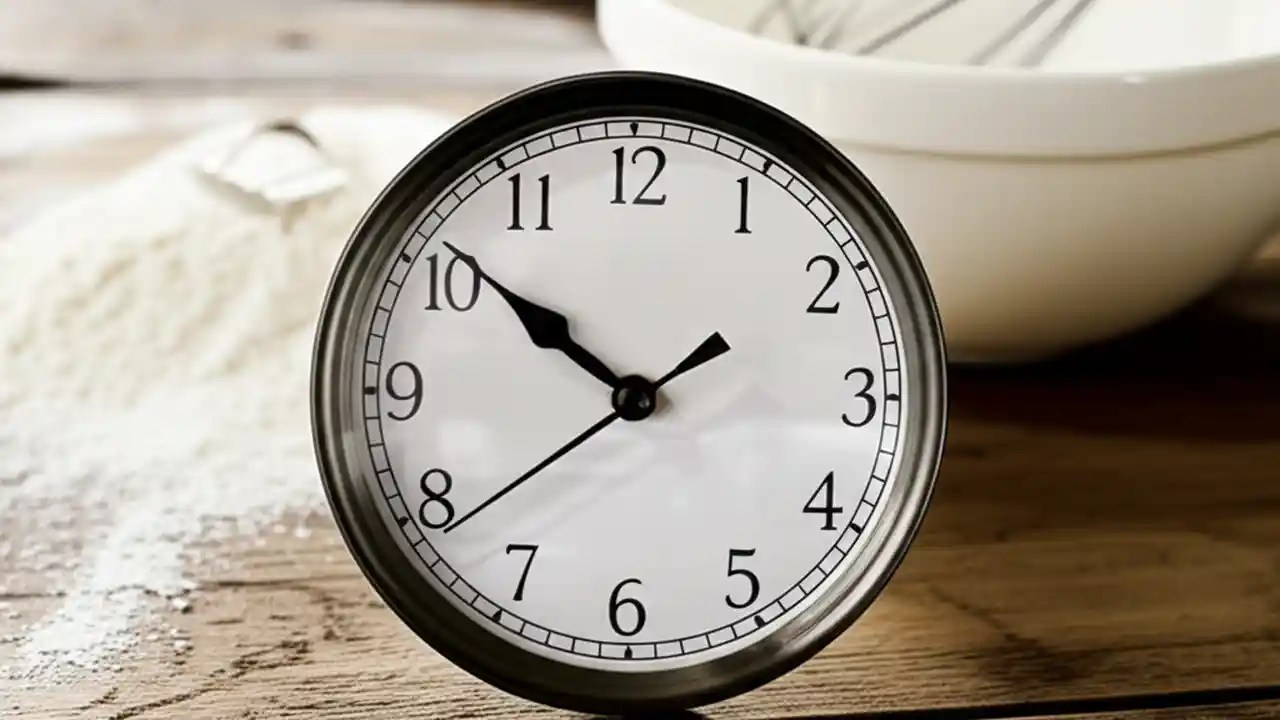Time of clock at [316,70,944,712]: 1:51
